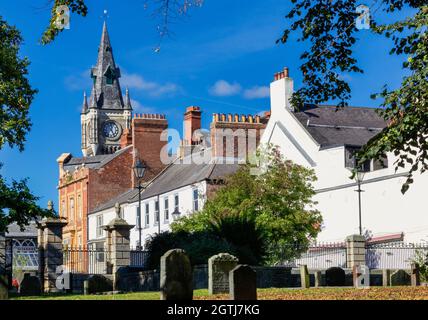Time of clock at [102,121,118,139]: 12:24
